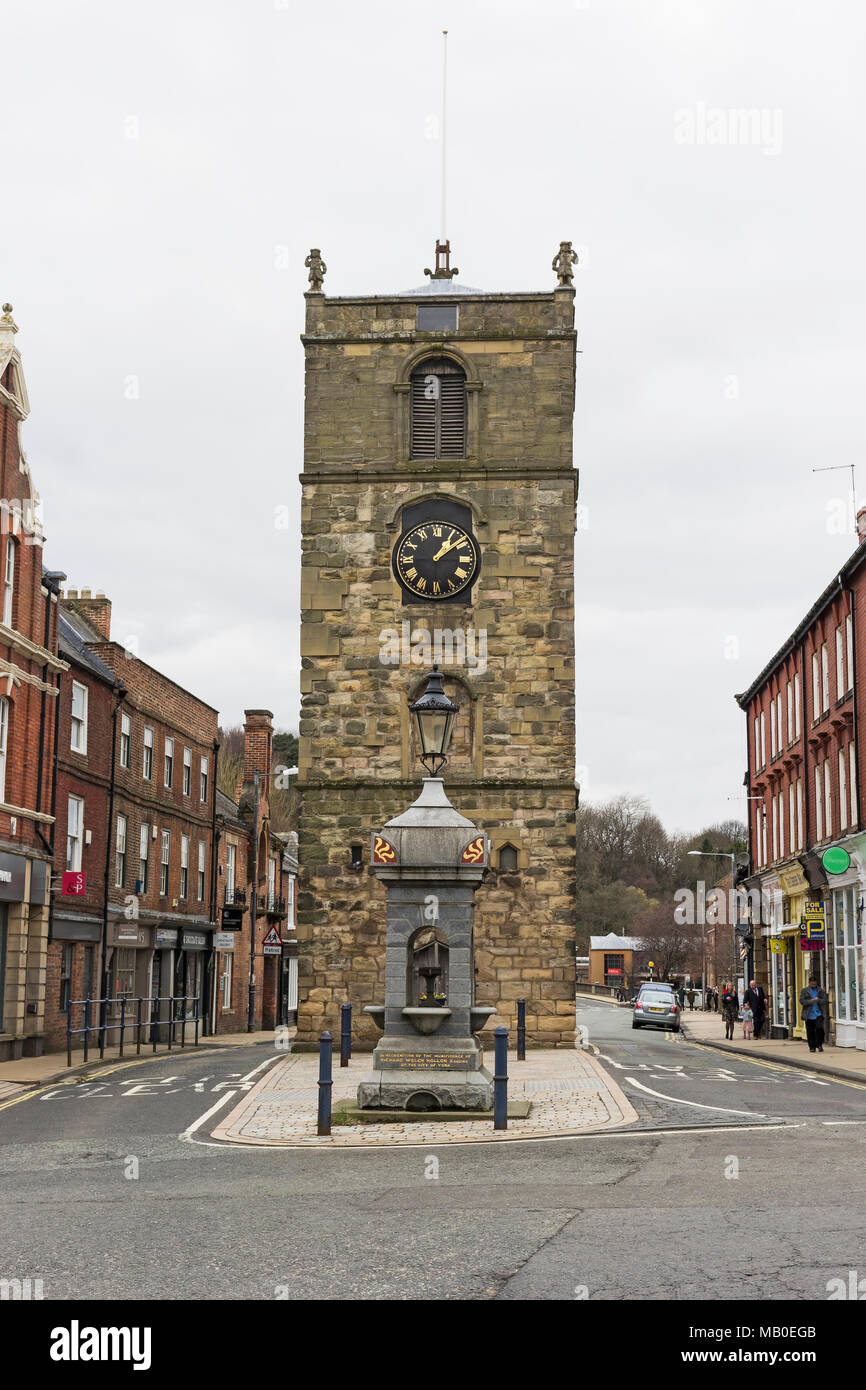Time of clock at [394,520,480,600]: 1:08
